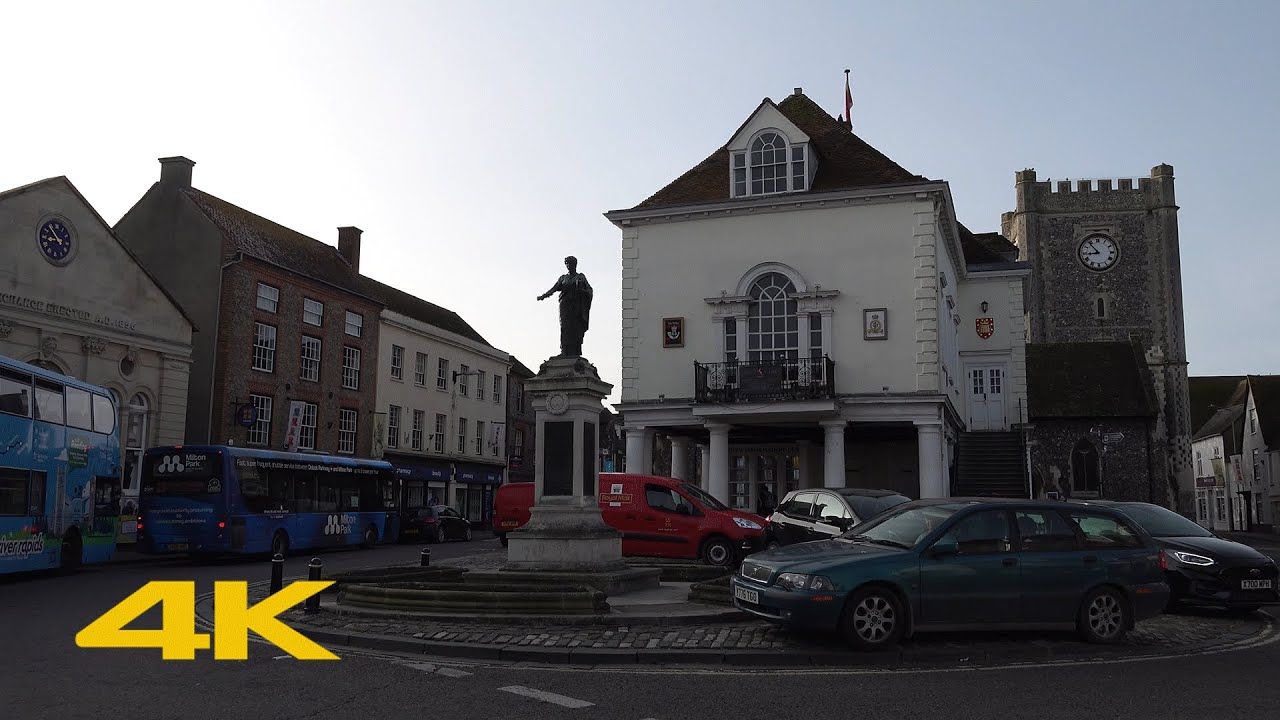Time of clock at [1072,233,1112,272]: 8:53
